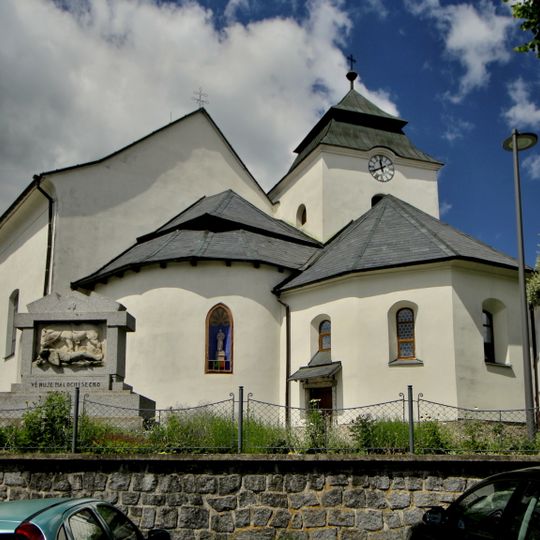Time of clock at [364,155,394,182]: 11:40
